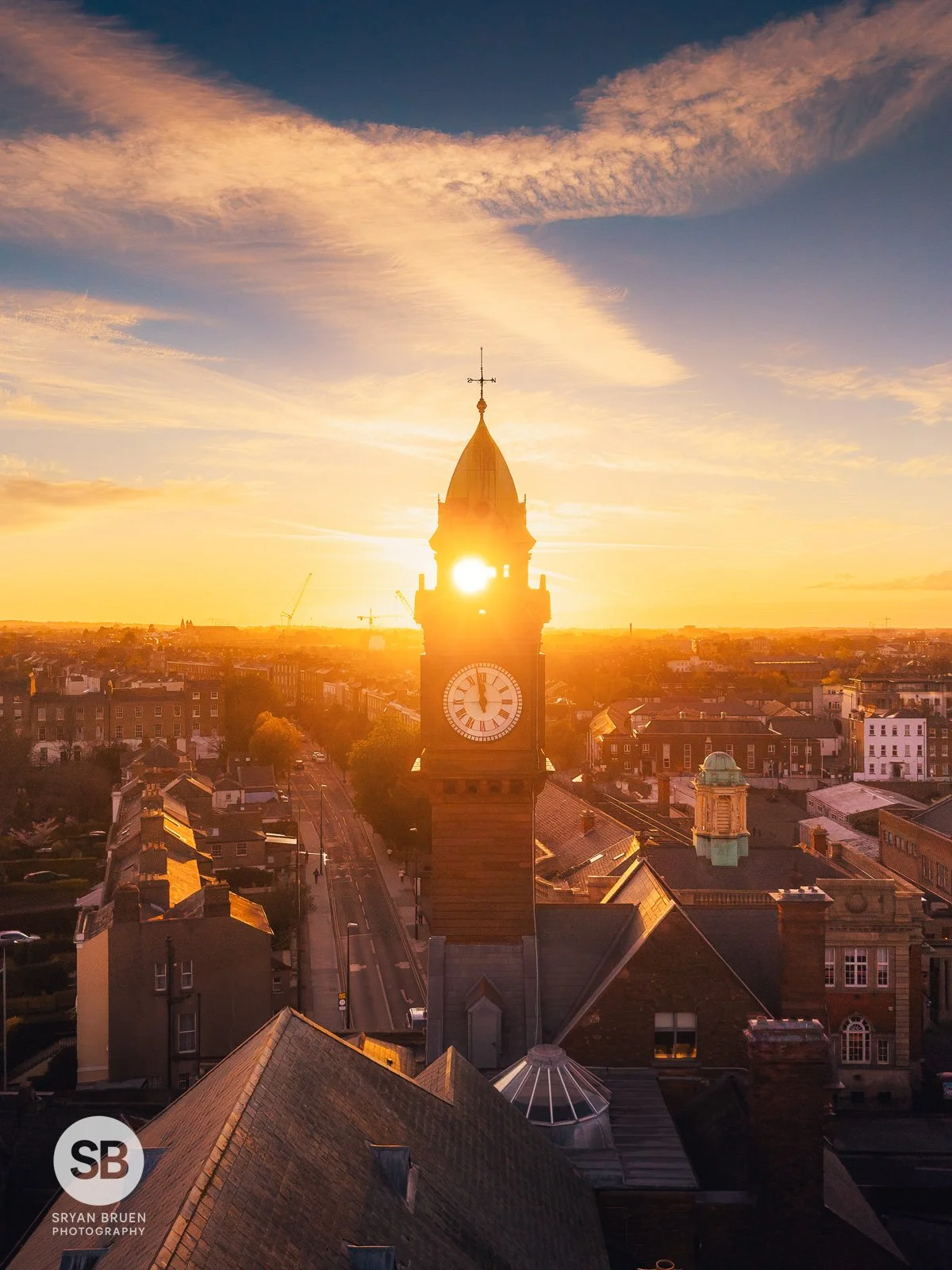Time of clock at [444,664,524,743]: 11:58
